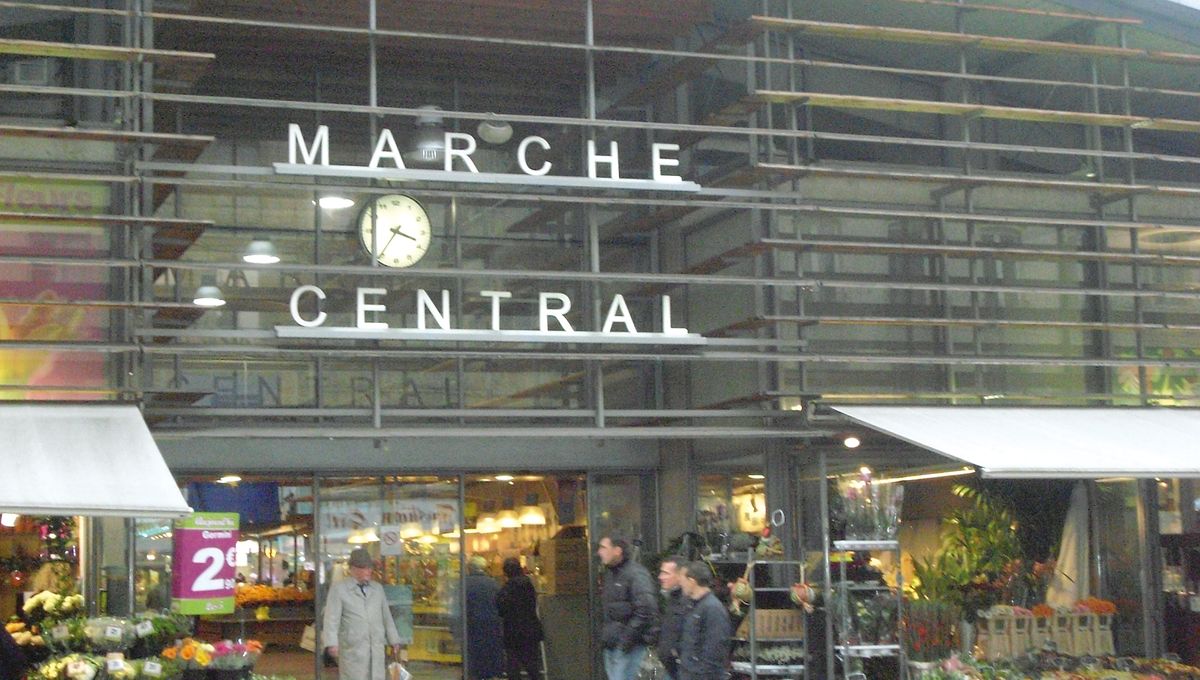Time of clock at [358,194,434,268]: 3:36
